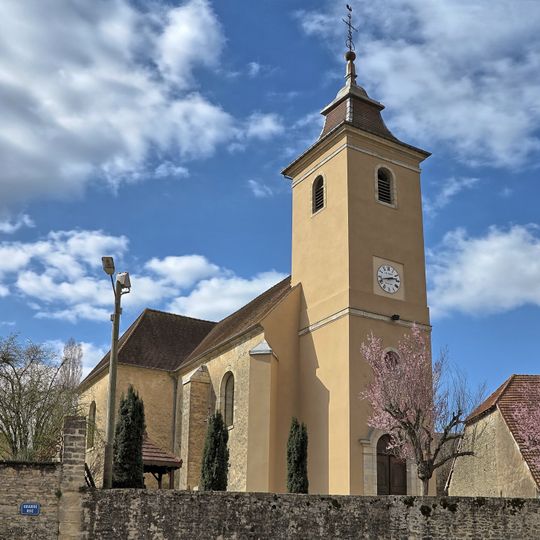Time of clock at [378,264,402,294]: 2:42
